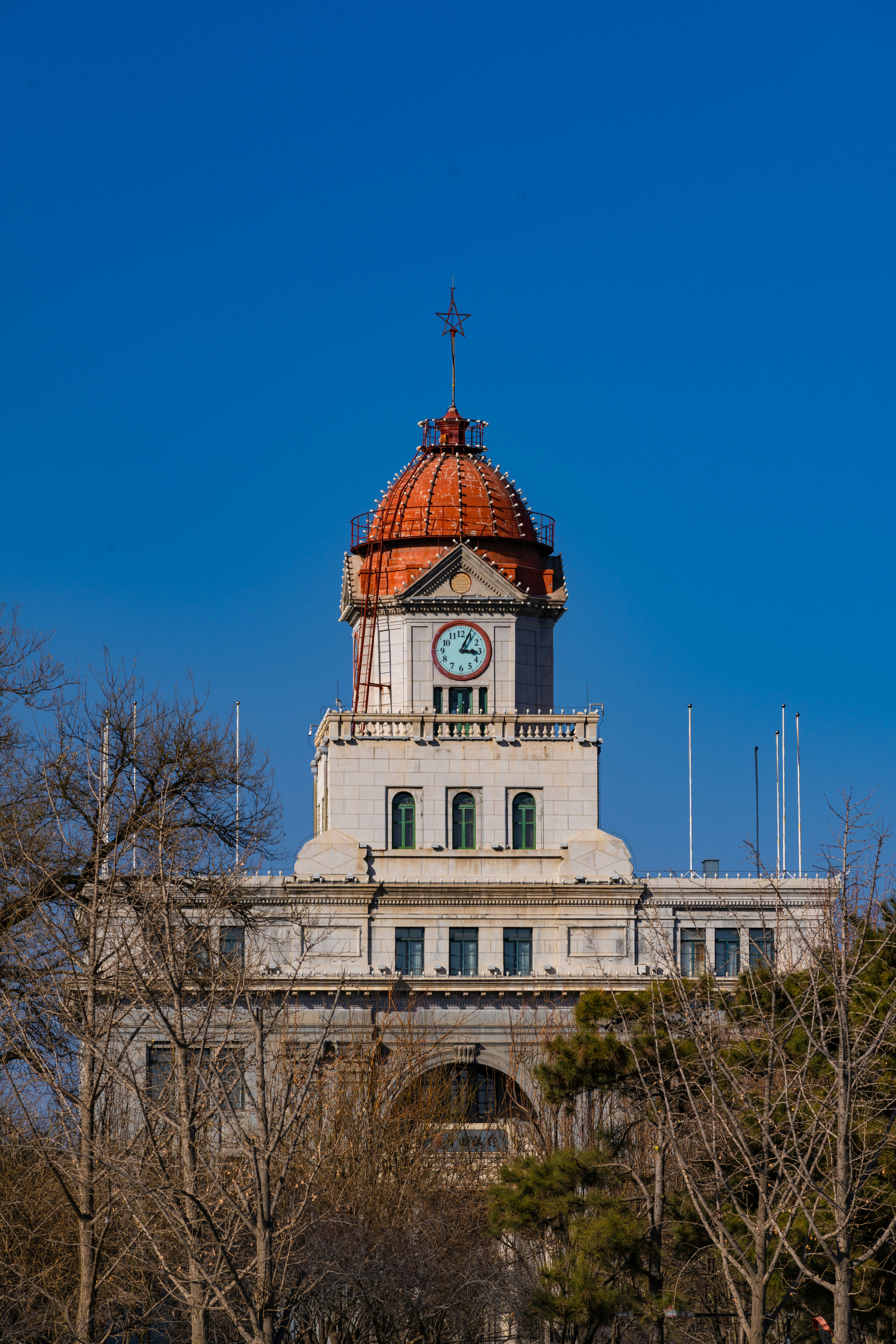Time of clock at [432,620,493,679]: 3:04
